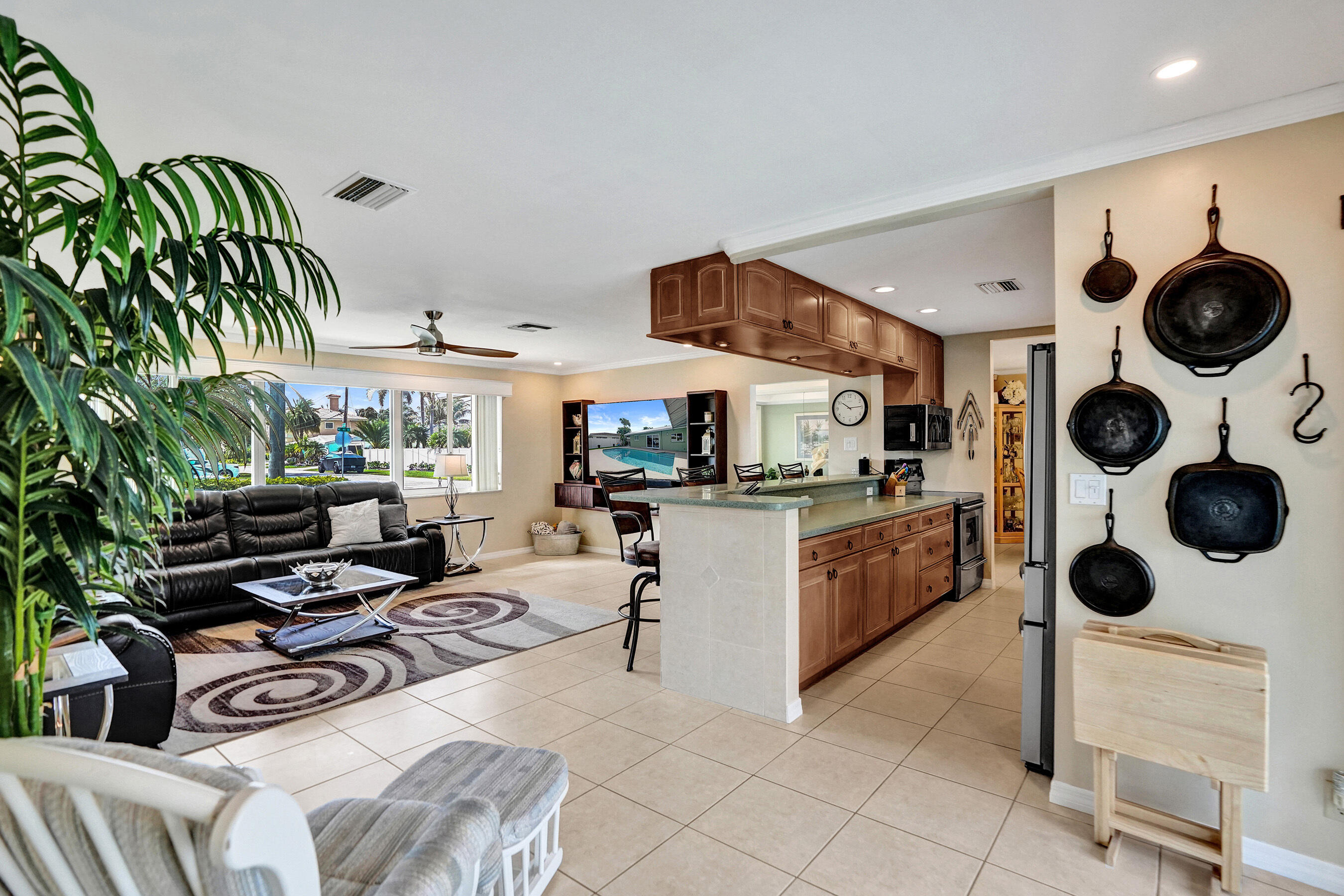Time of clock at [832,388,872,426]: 10:14
